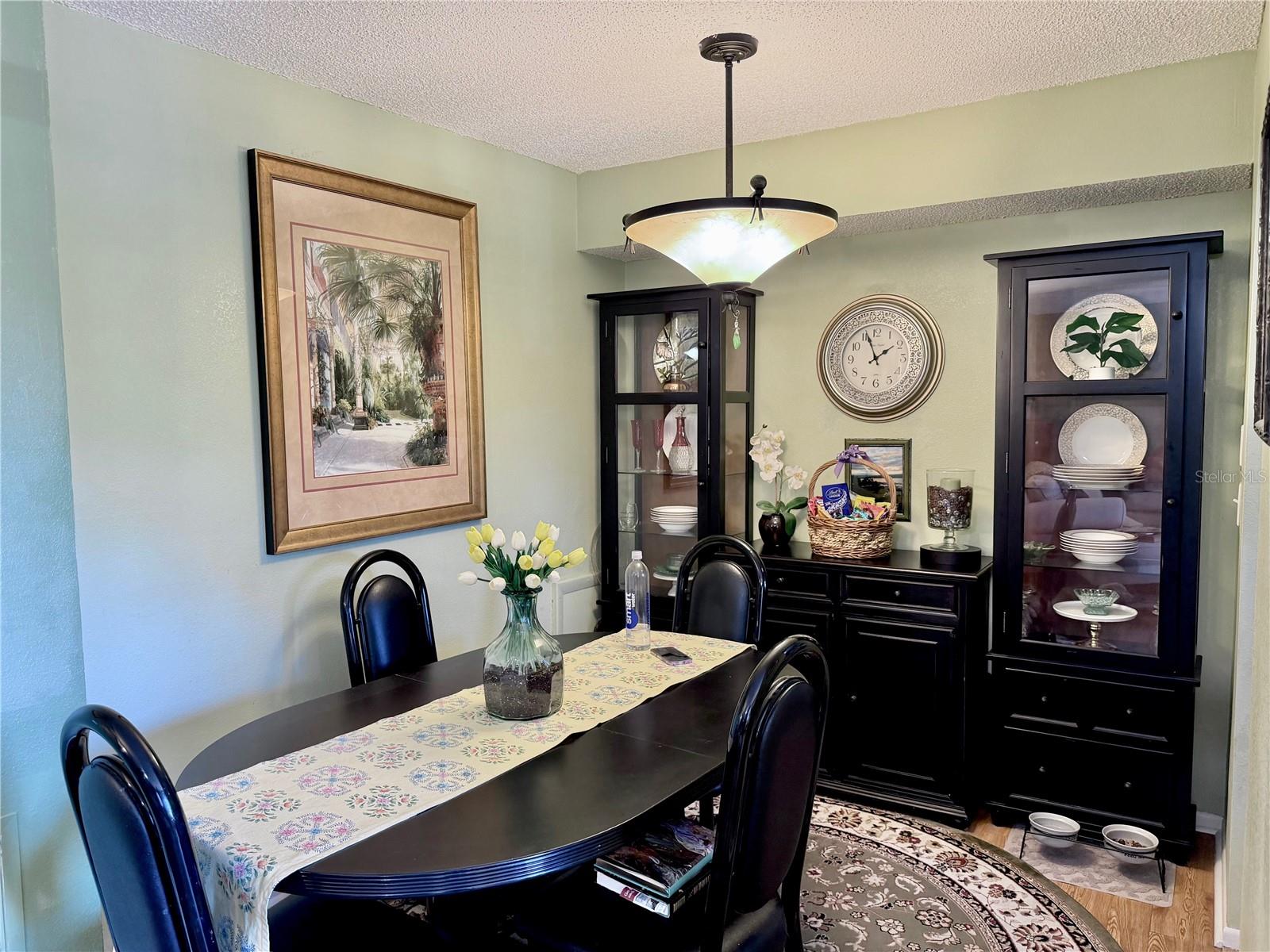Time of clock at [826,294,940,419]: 1:56
